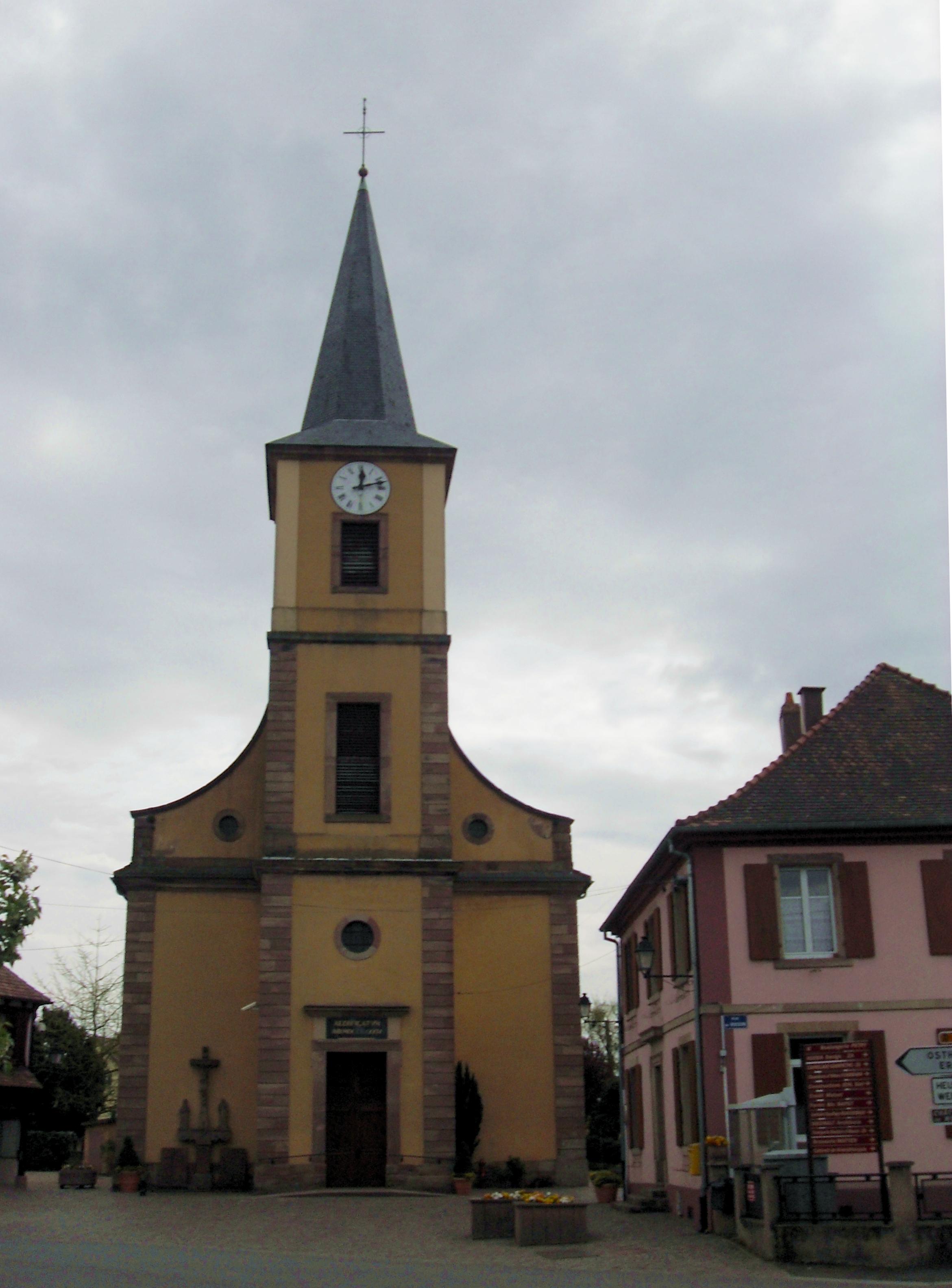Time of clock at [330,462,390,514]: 12:12
